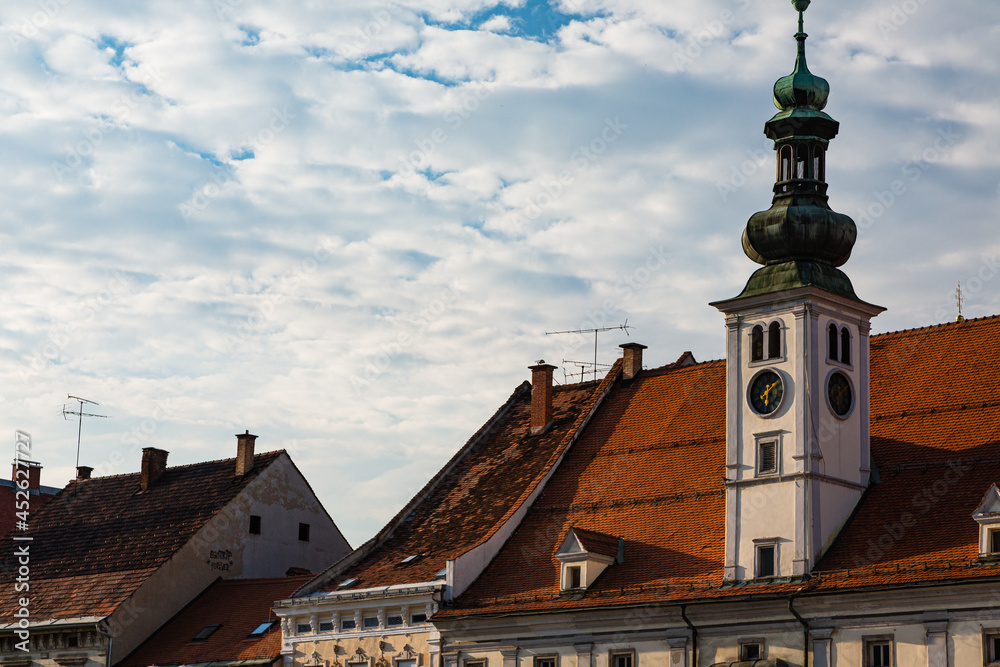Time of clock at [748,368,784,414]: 6:08
